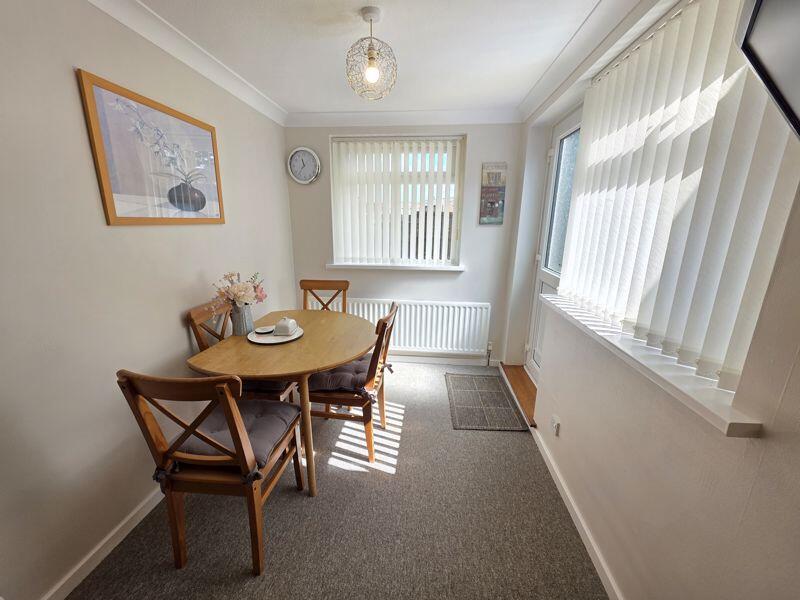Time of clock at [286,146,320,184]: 11:36
